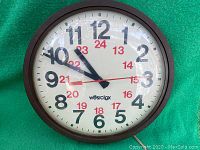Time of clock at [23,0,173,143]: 10:49
